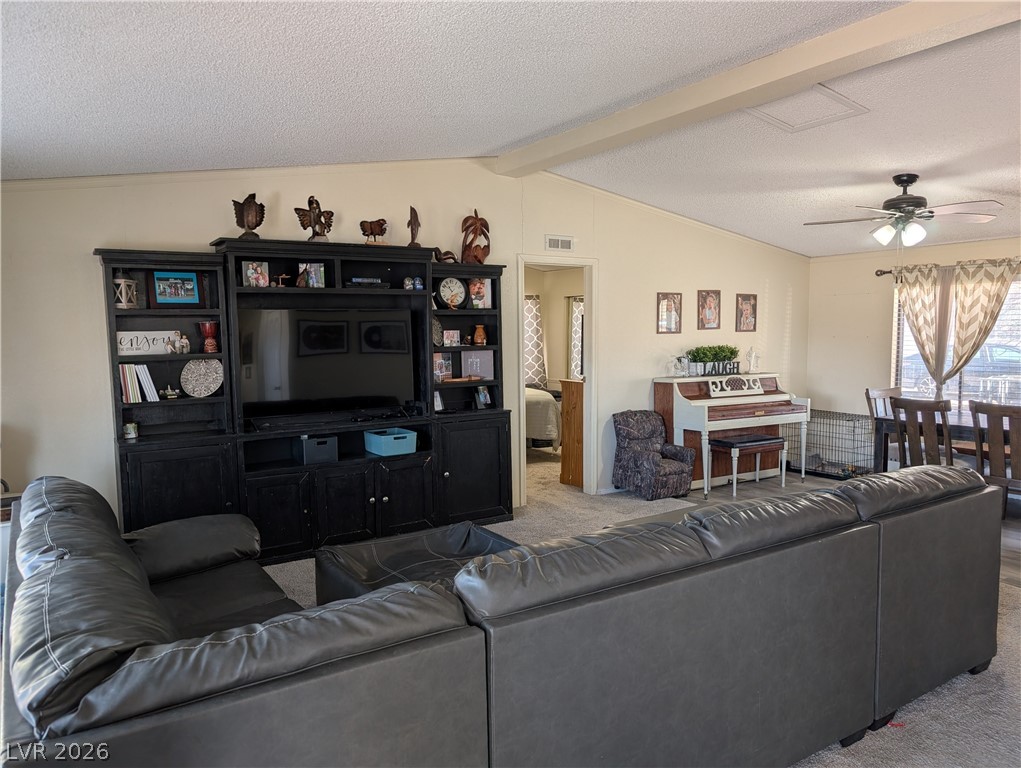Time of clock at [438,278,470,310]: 10:50
